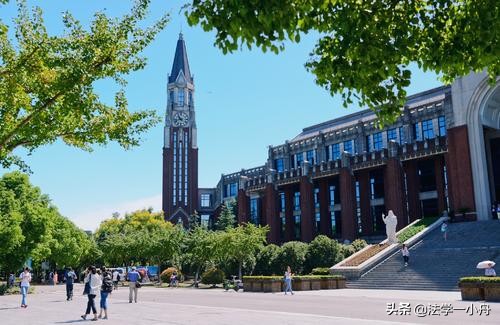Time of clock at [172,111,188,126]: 10:42
